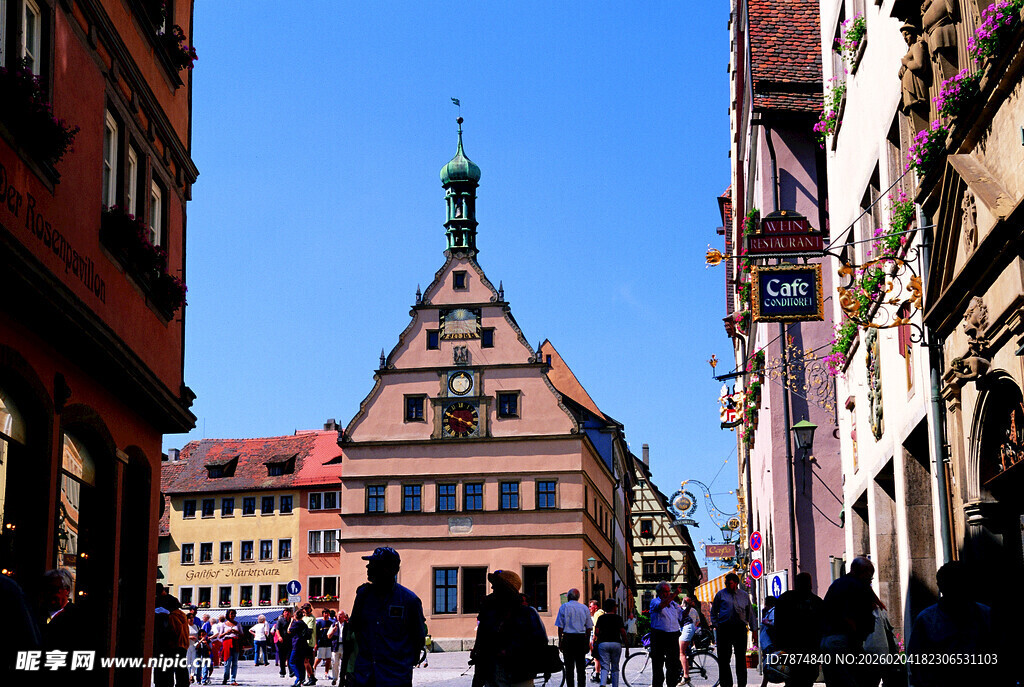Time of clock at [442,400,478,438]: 3:48
